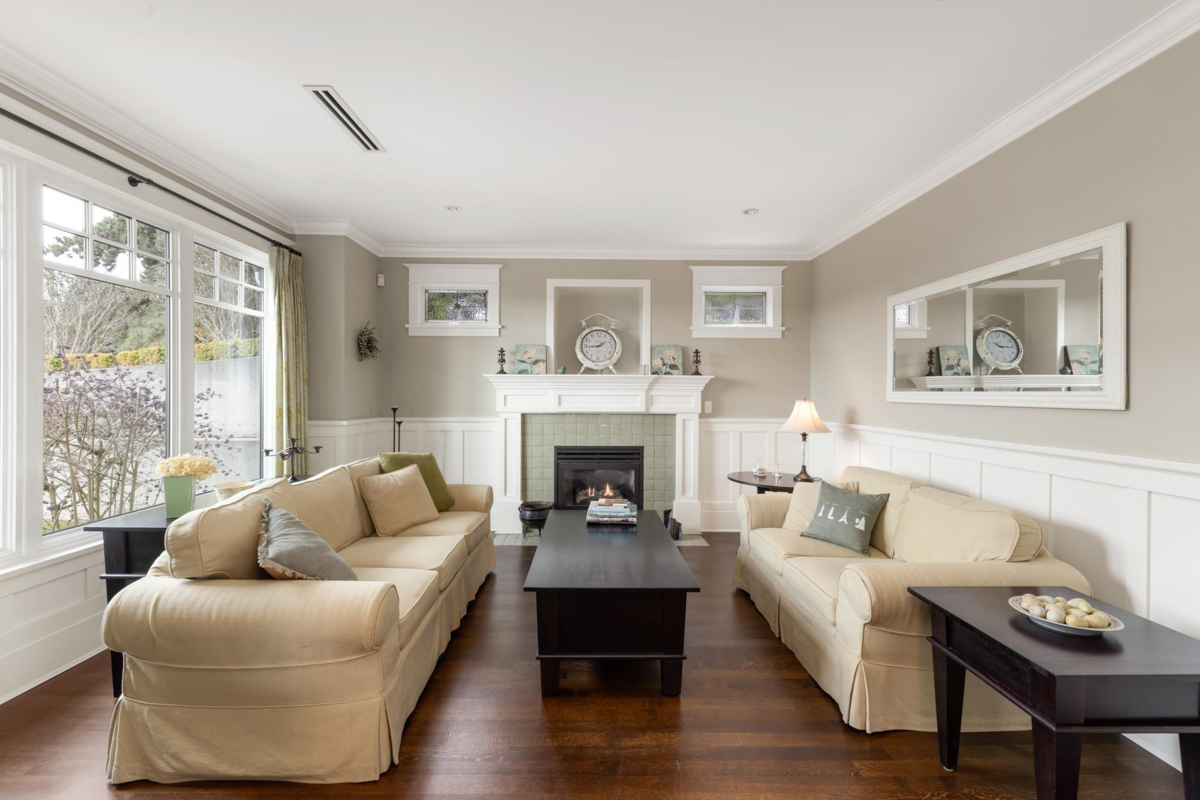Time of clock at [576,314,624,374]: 1:43
